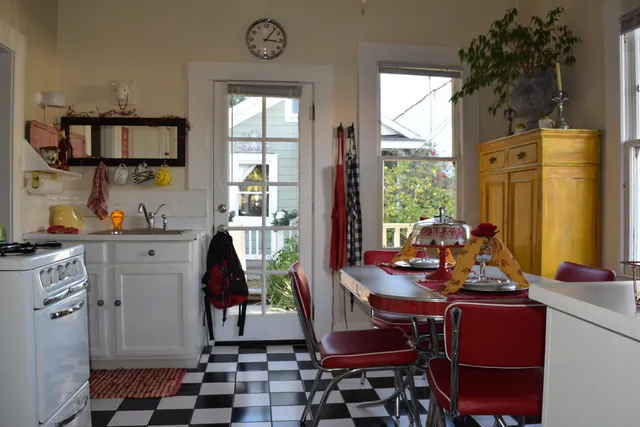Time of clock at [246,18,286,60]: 3:06
